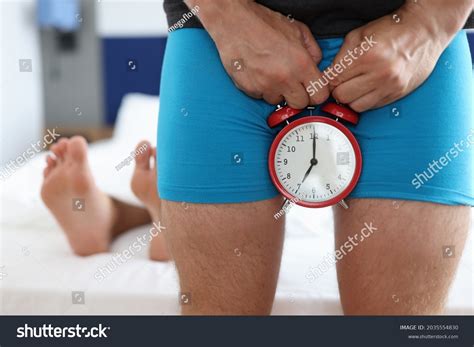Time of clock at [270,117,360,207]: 7:00
